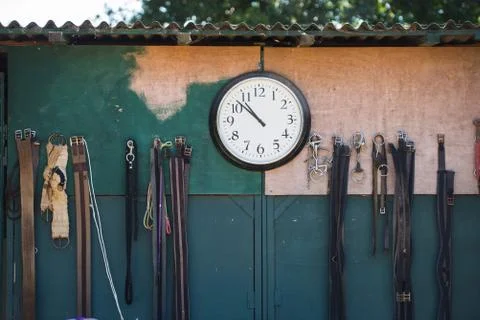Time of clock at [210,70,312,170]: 10:52
